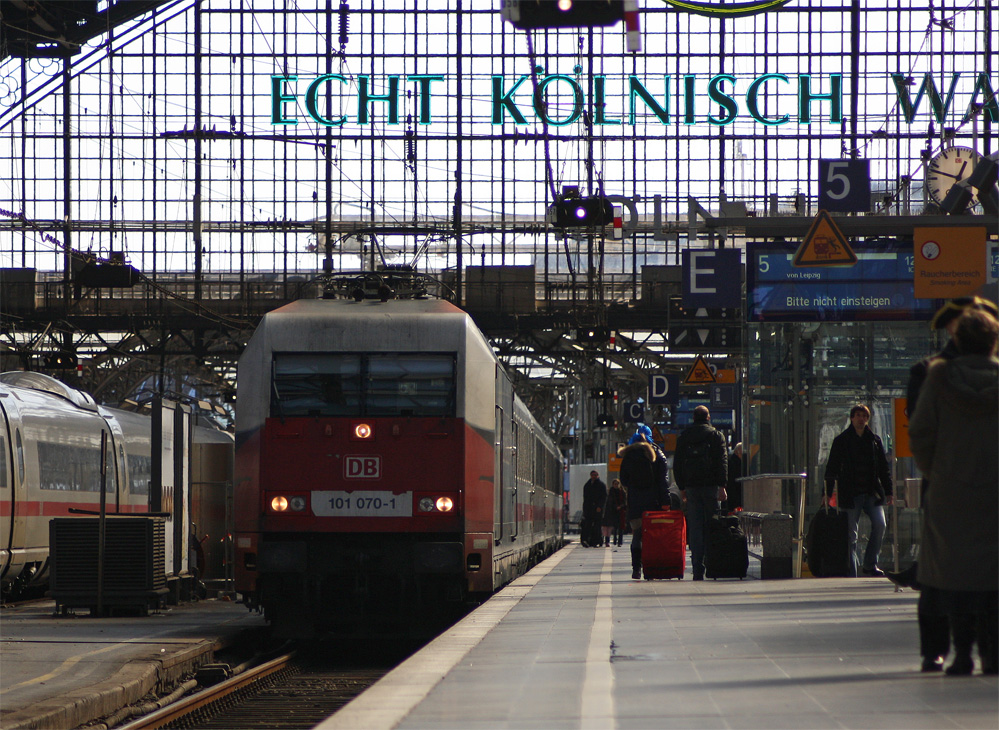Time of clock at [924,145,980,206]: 12:47
